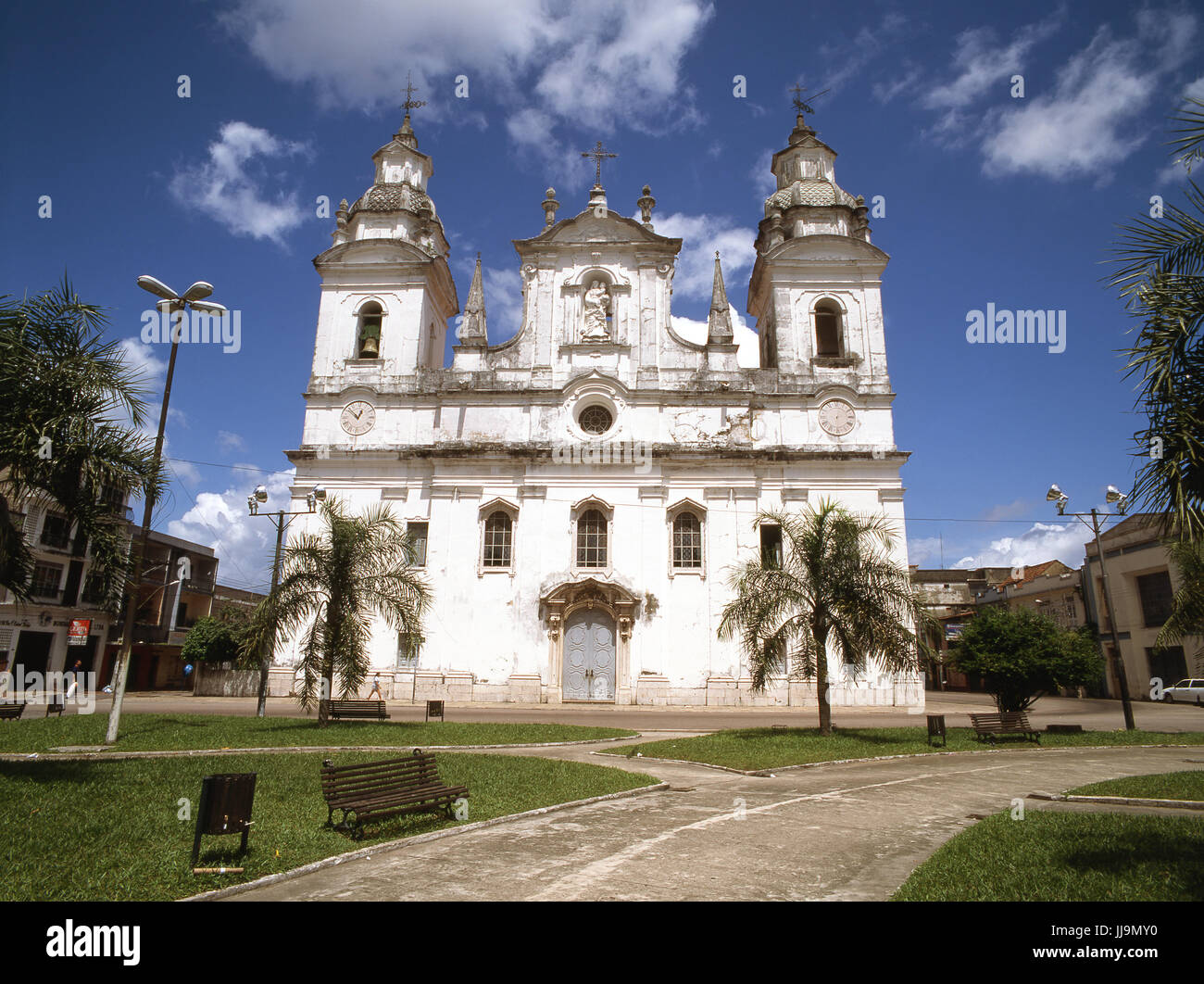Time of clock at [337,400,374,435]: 12:52
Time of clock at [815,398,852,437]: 6:02
